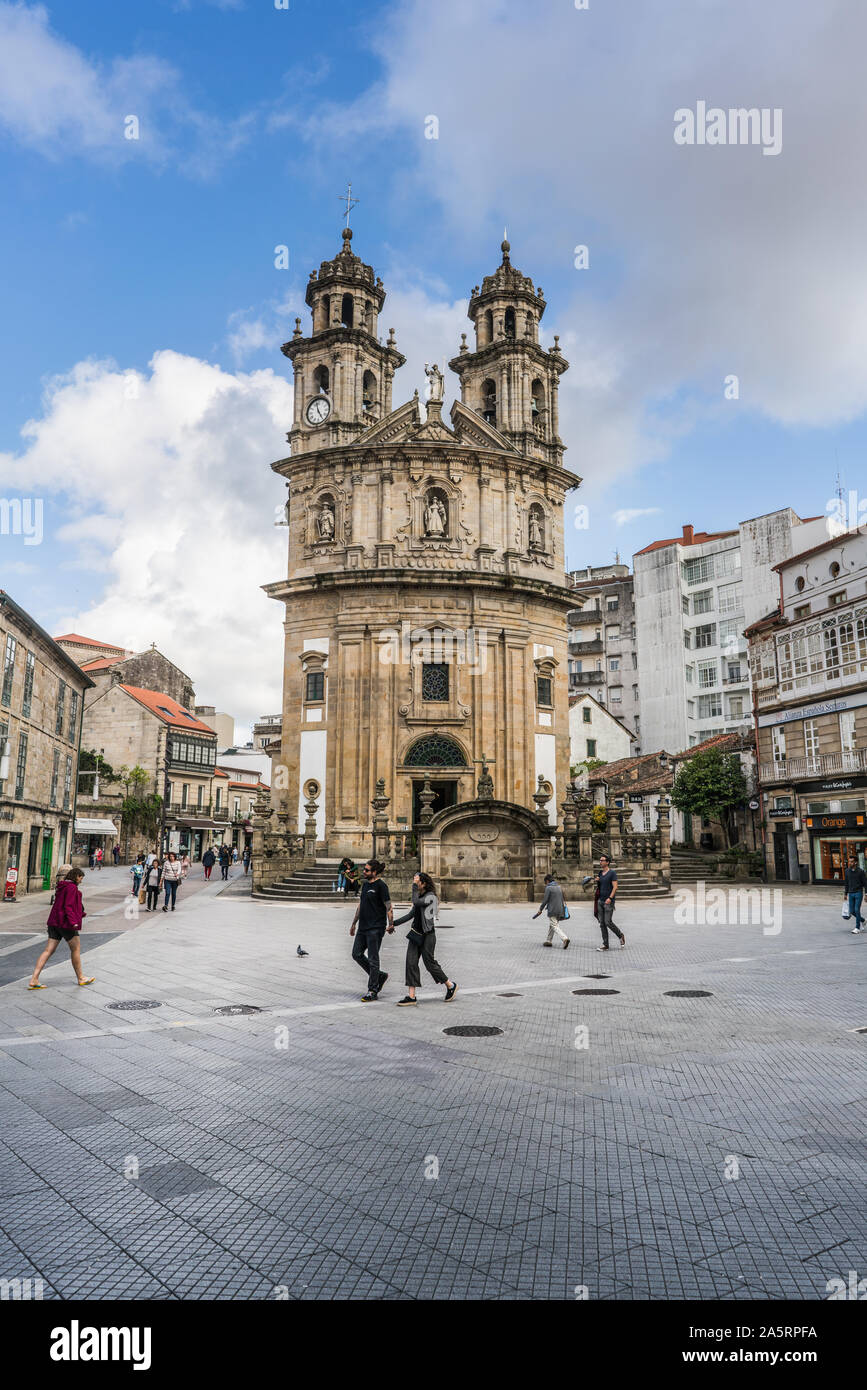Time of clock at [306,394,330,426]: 4:57
